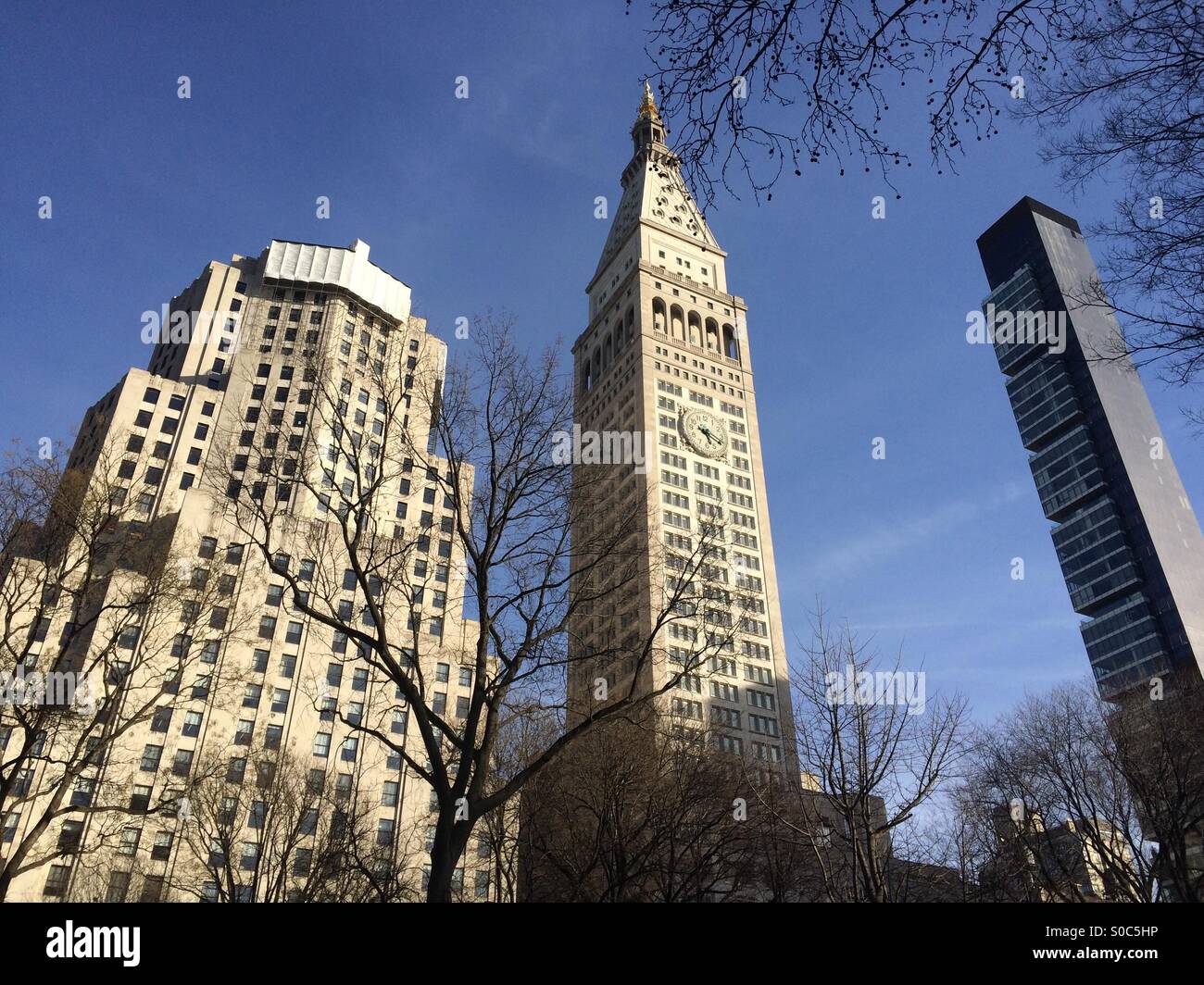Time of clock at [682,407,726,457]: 5:18
